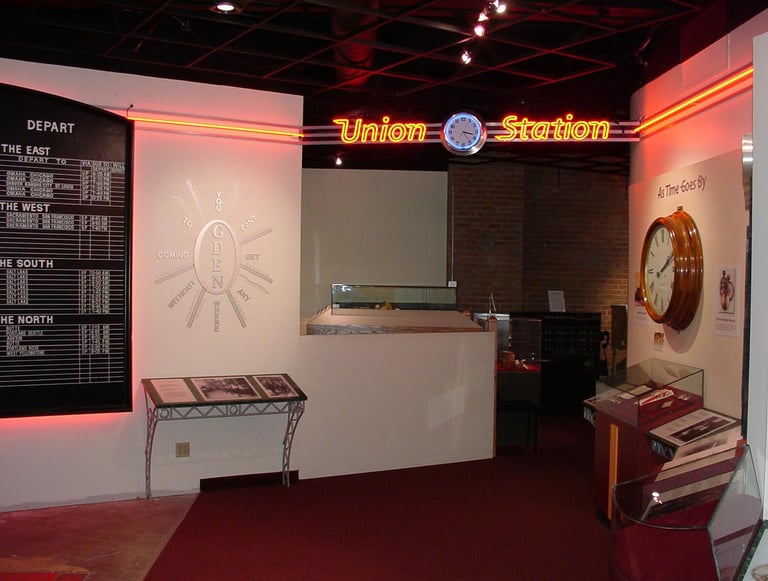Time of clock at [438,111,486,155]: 3:24
